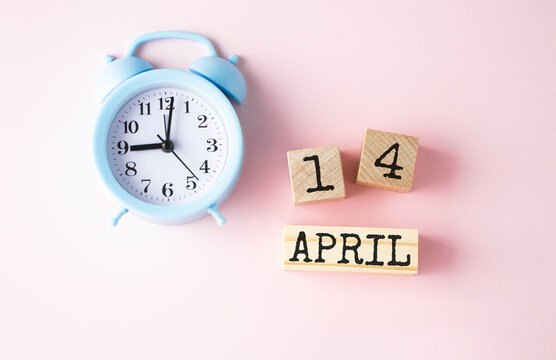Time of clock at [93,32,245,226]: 9:01
